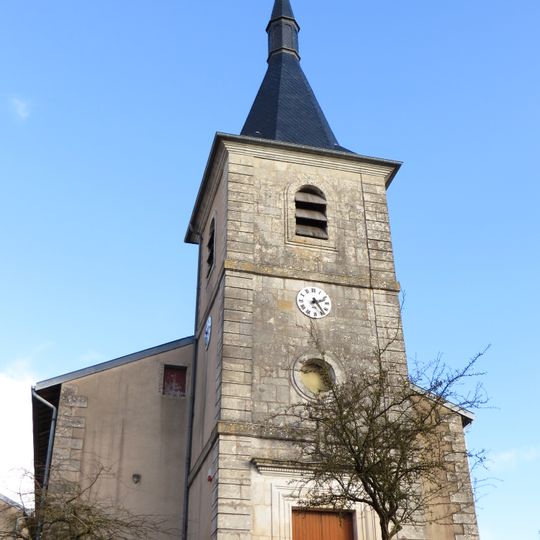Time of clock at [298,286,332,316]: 2:23
